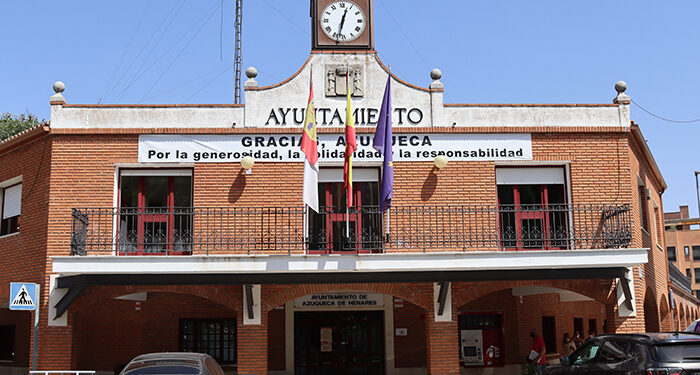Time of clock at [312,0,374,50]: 12:32
